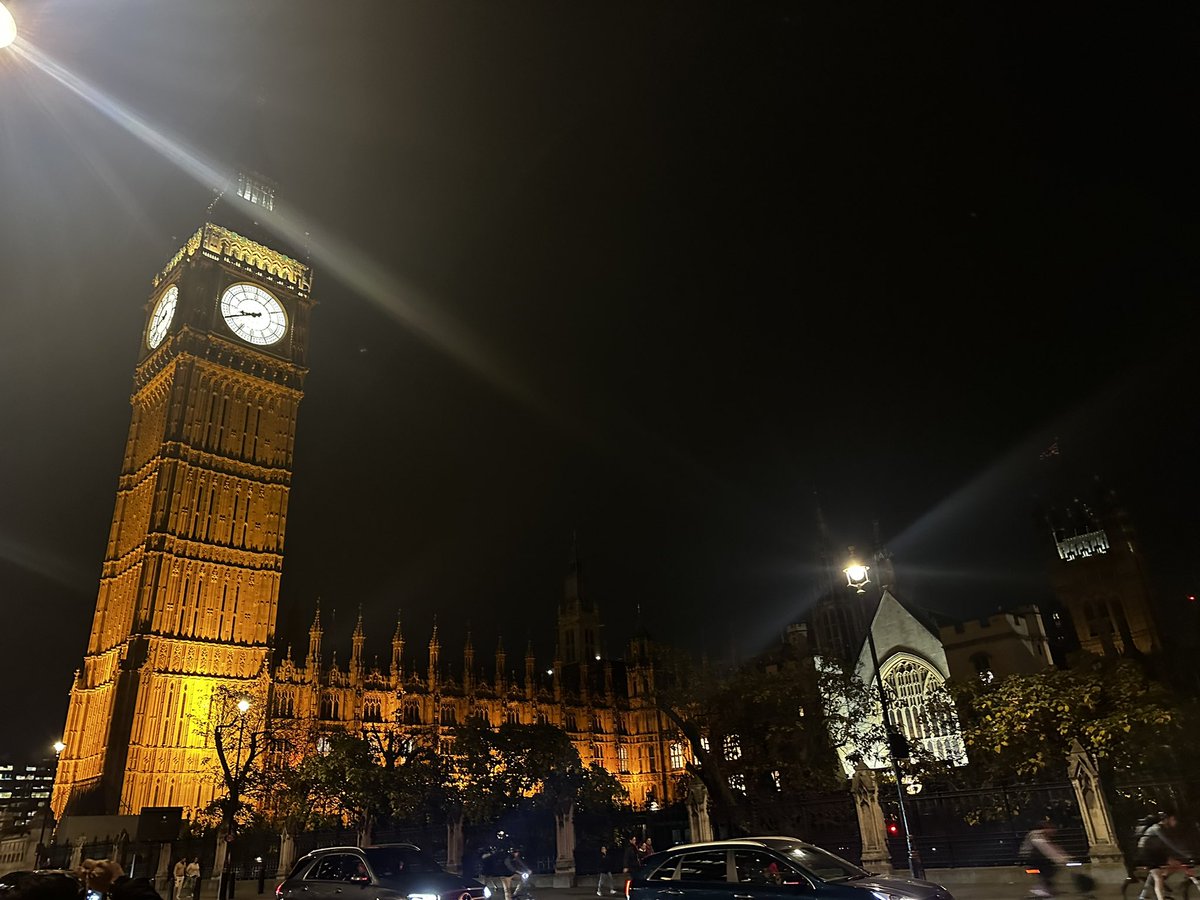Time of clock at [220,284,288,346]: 8:40
